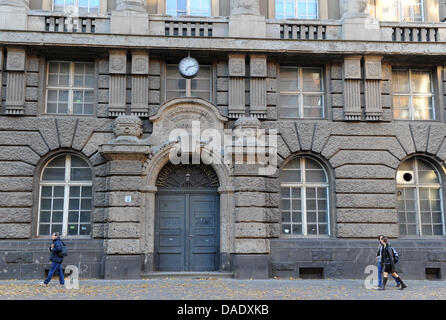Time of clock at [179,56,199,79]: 7:12
